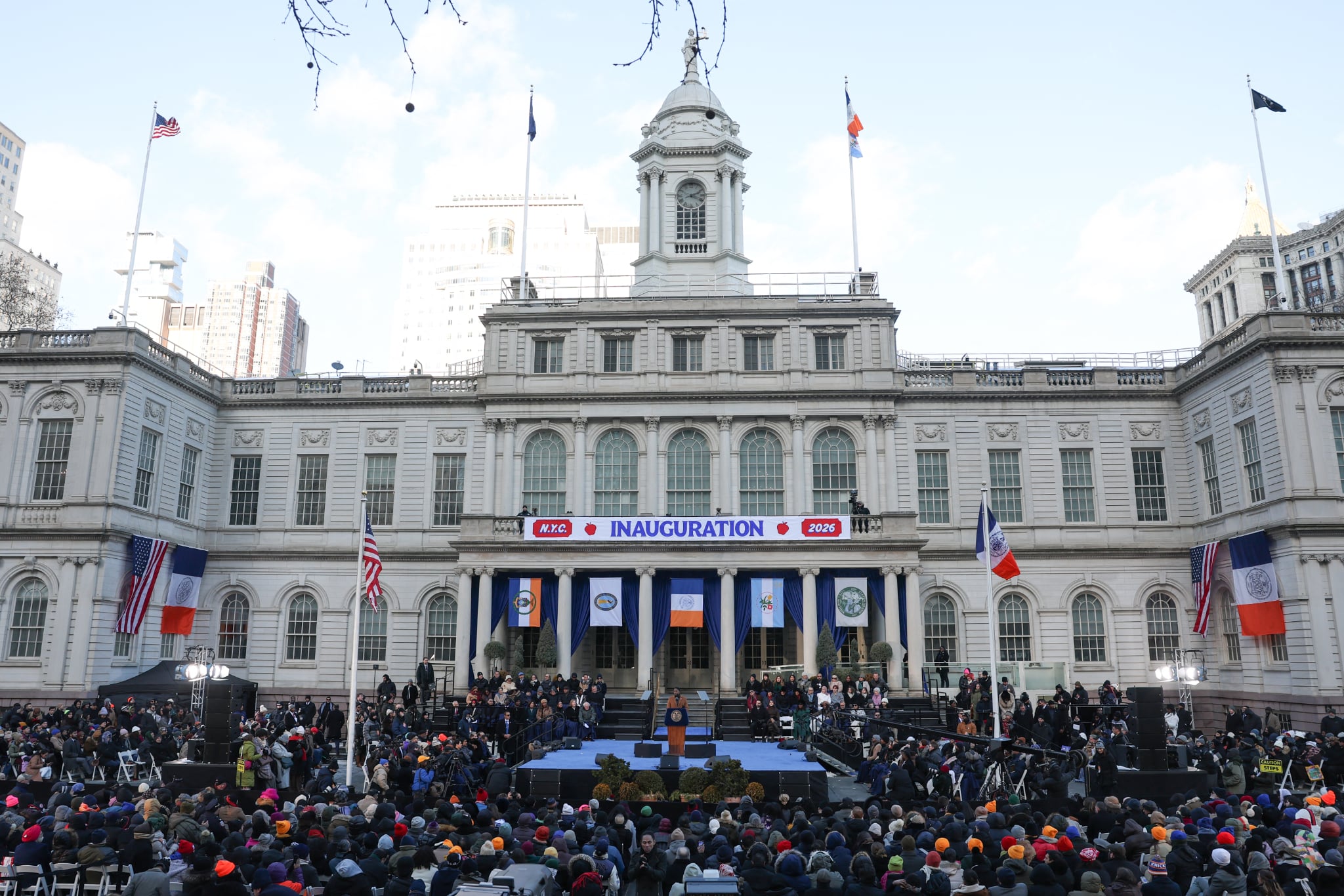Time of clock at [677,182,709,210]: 2:18
